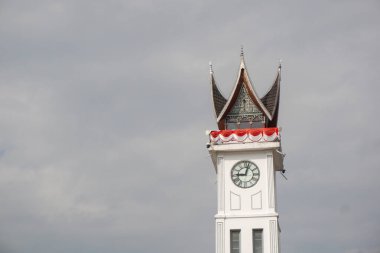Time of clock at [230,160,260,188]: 9:02
